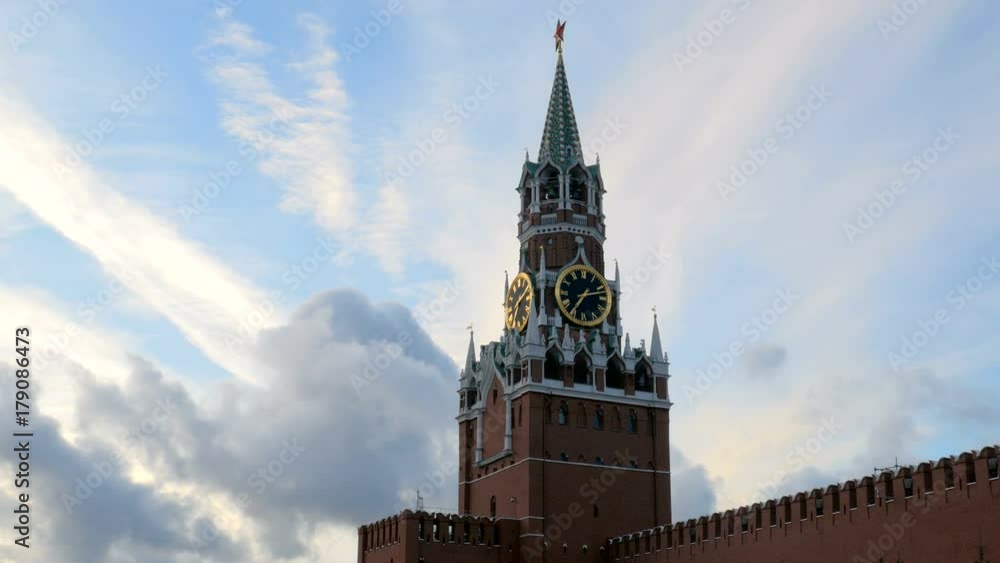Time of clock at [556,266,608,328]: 7:12
